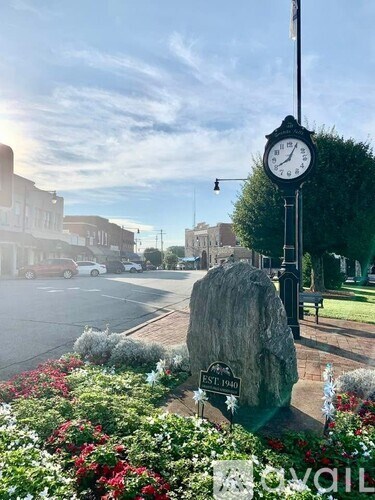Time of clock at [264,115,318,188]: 8:04
